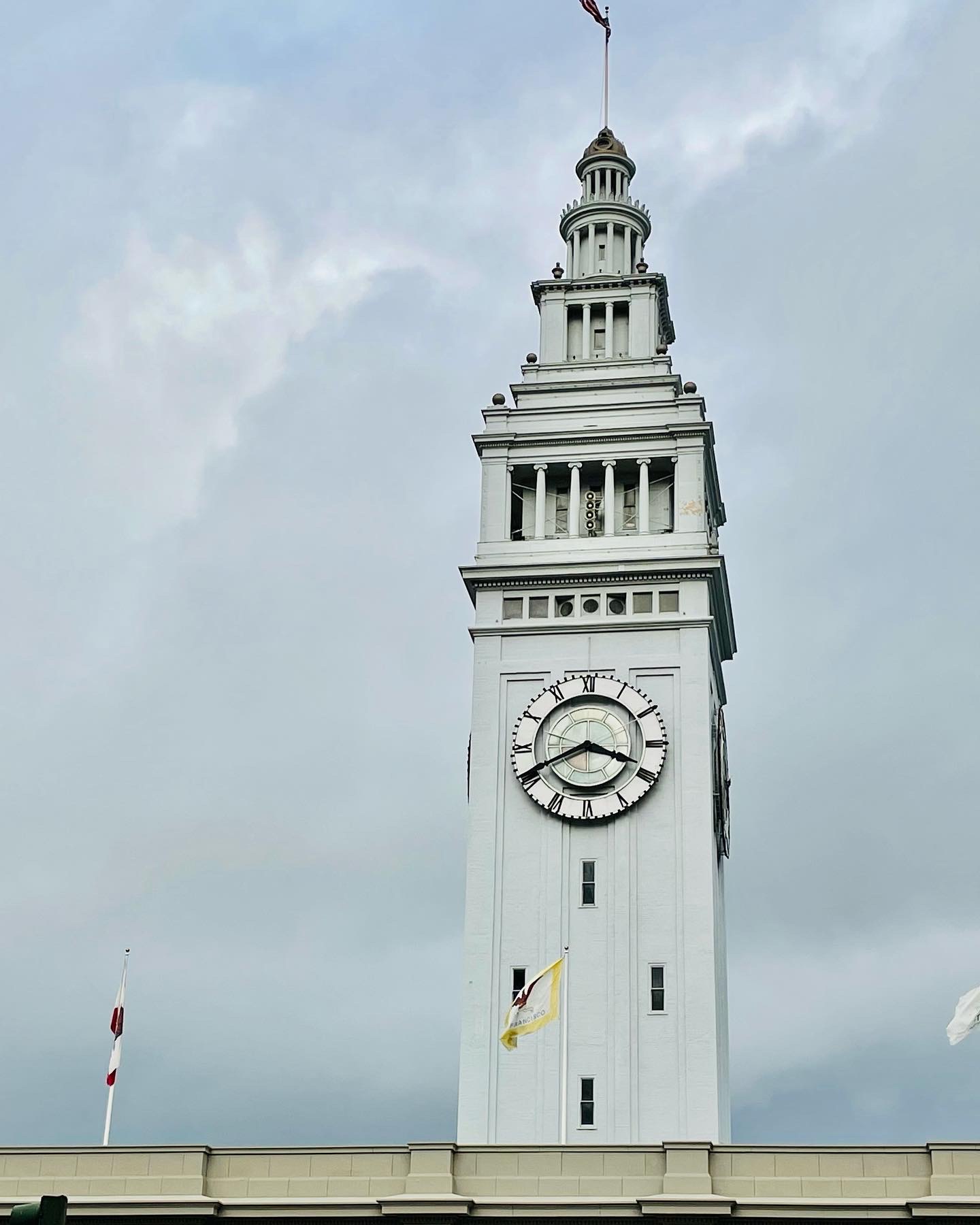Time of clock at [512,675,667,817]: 3:41
